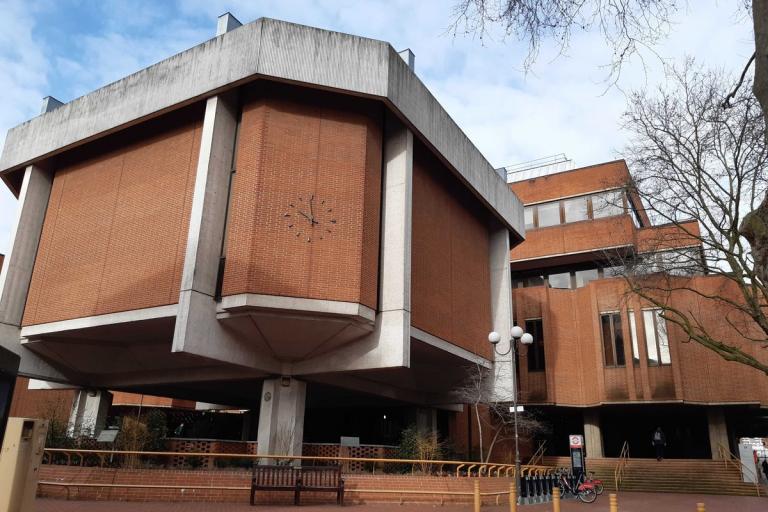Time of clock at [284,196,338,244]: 9:59
